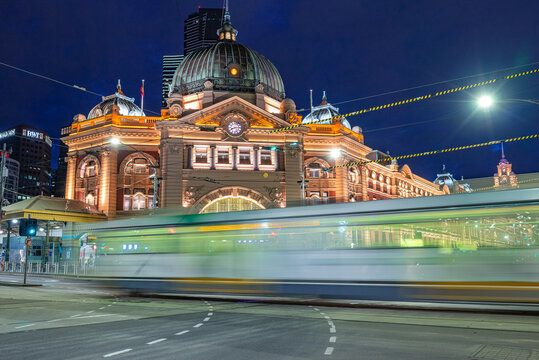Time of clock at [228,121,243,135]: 8:14
